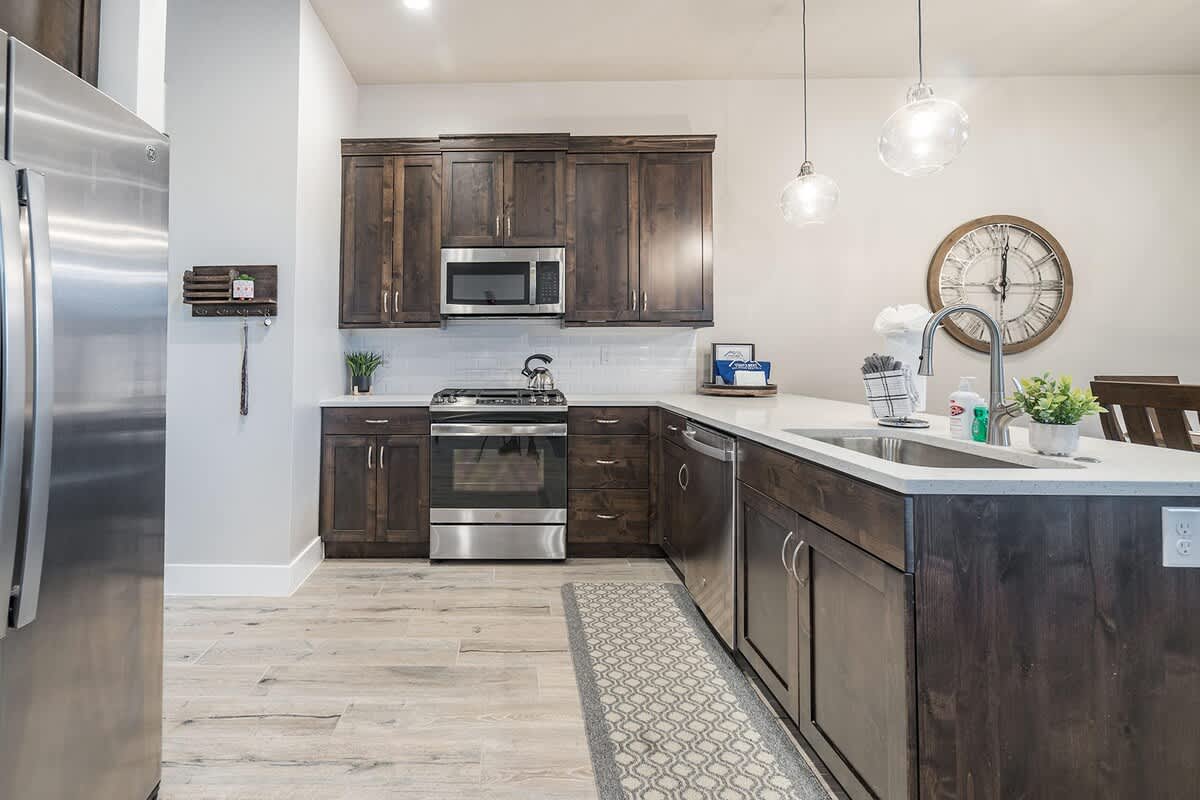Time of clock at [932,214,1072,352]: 12:01
